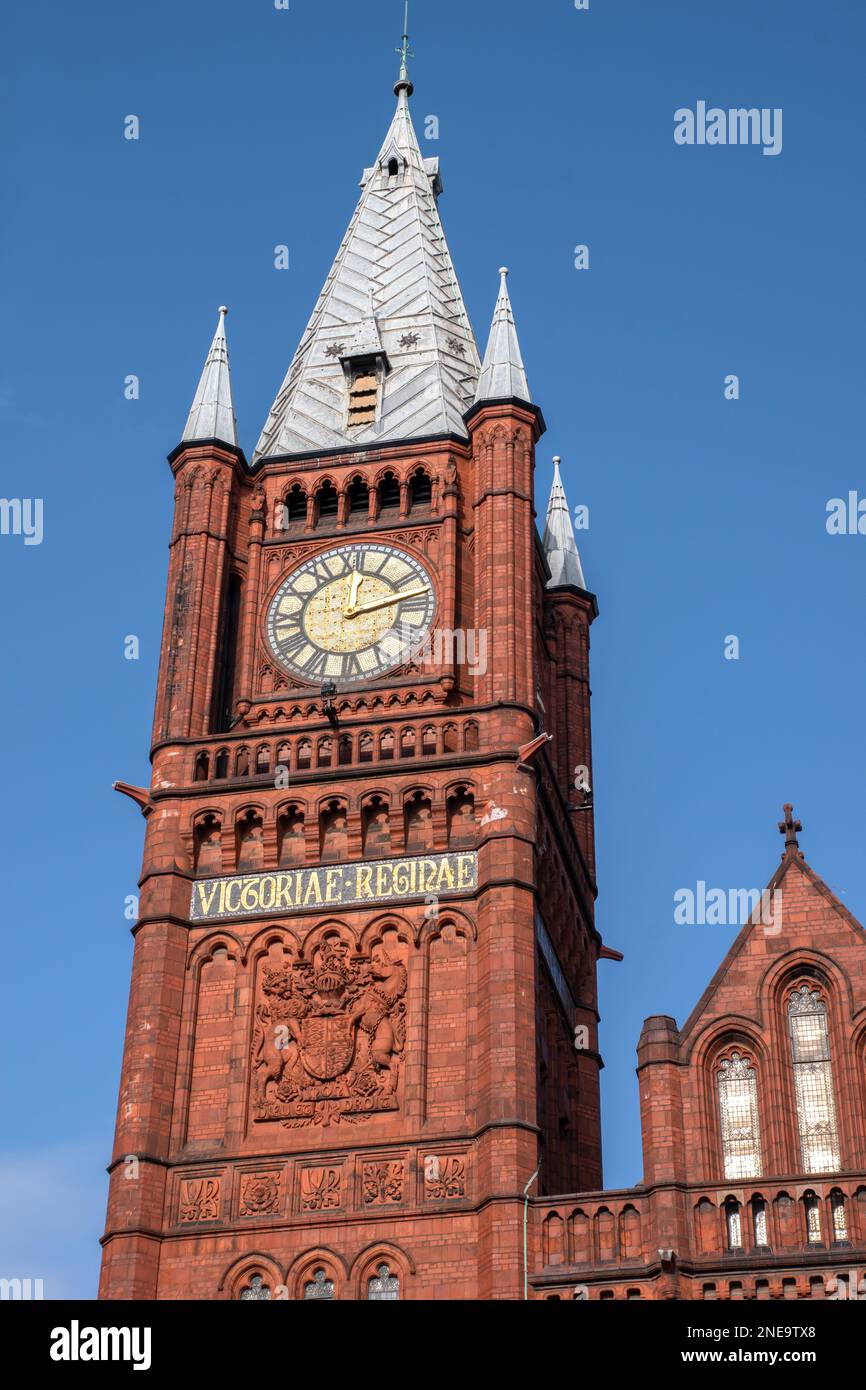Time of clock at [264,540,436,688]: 12:13
